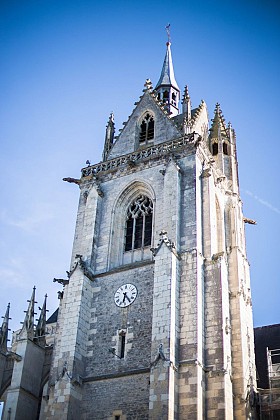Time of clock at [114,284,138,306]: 6:24
